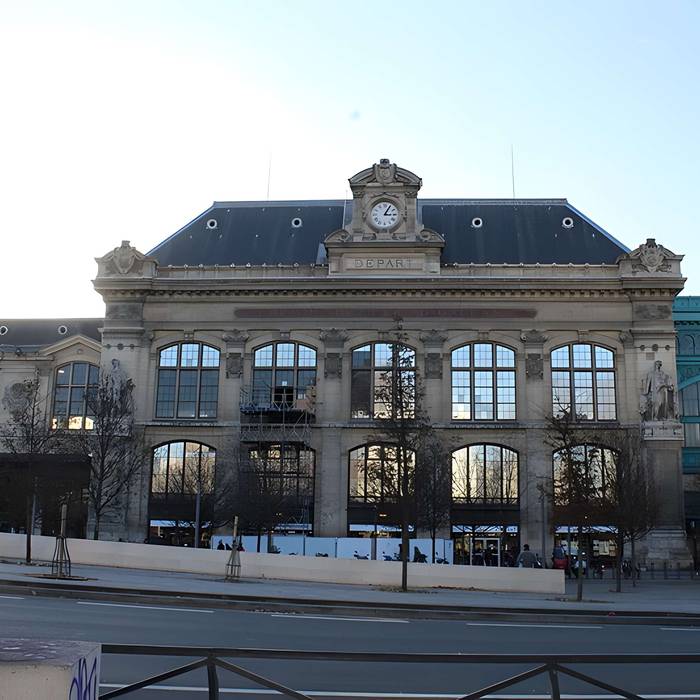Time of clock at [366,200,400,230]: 3:04
